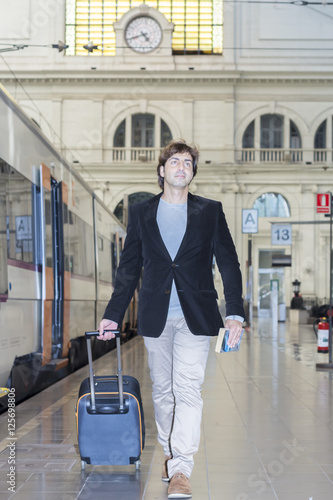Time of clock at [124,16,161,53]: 4:41
